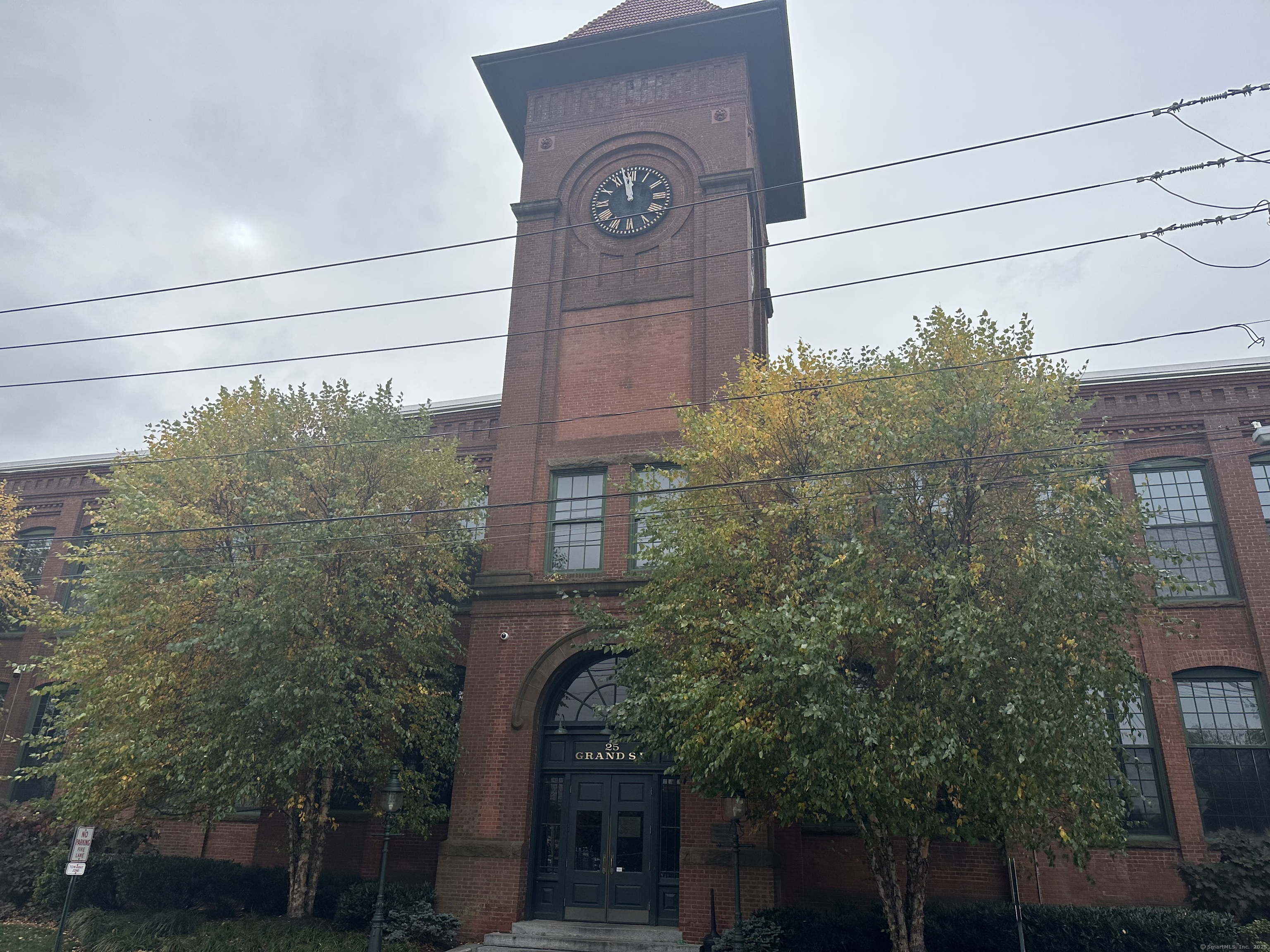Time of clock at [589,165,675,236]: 11:57
